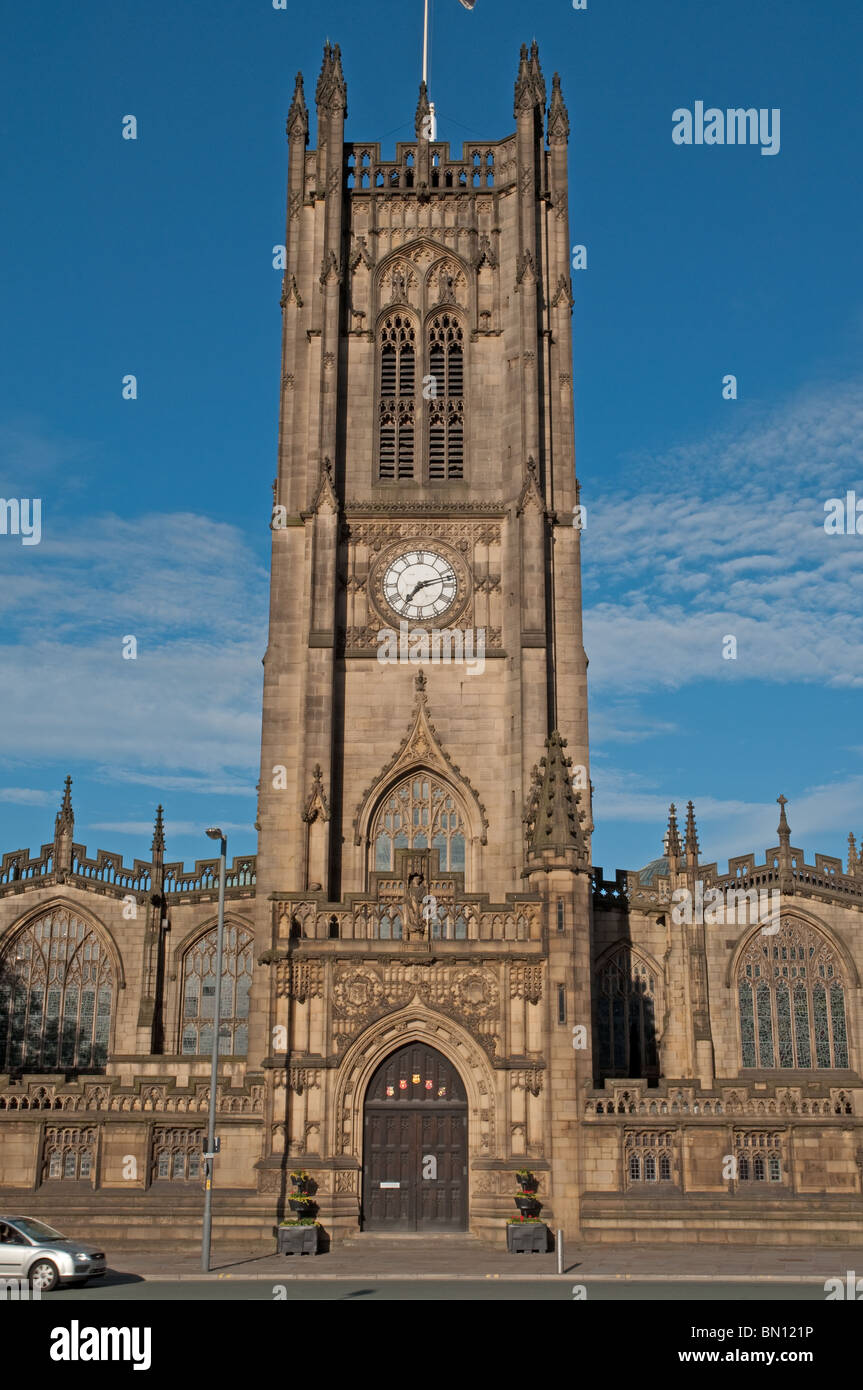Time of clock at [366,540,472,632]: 7:12
